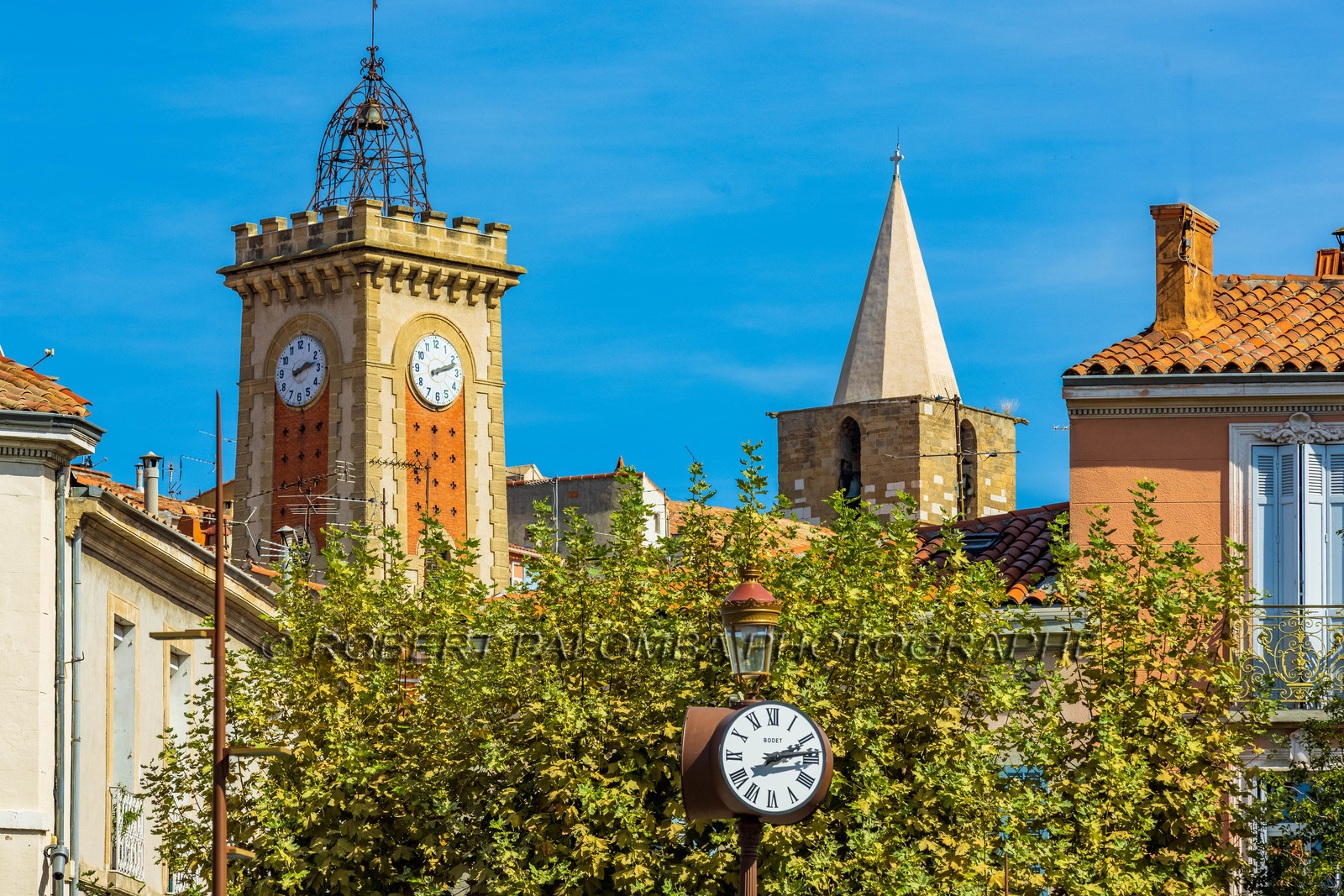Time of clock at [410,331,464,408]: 2:11
